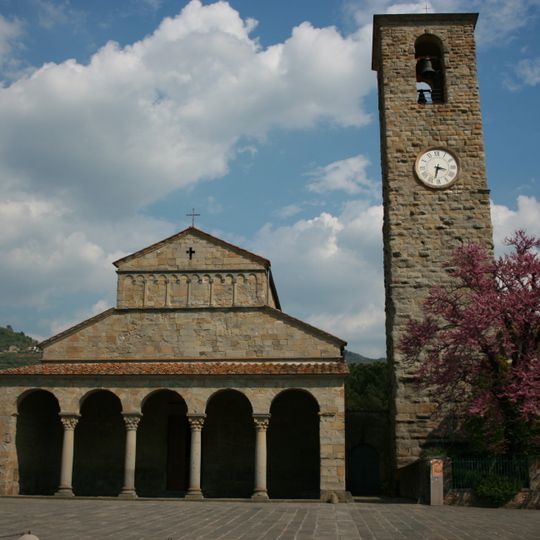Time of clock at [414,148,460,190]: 3:32
